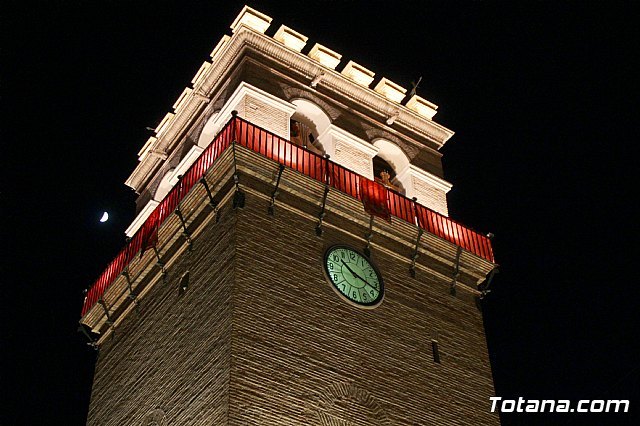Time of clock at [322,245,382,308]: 10:17
